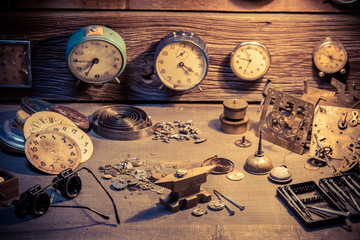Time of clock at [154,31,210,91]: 4:20
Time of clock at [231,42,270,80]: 9:34
